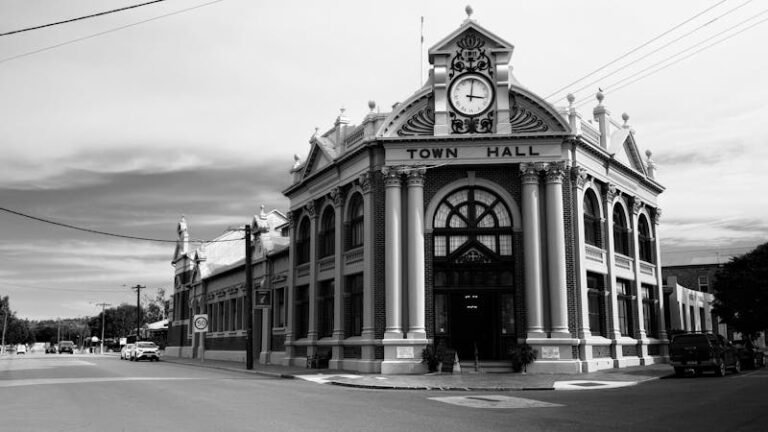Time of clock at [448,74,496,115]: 12:16
